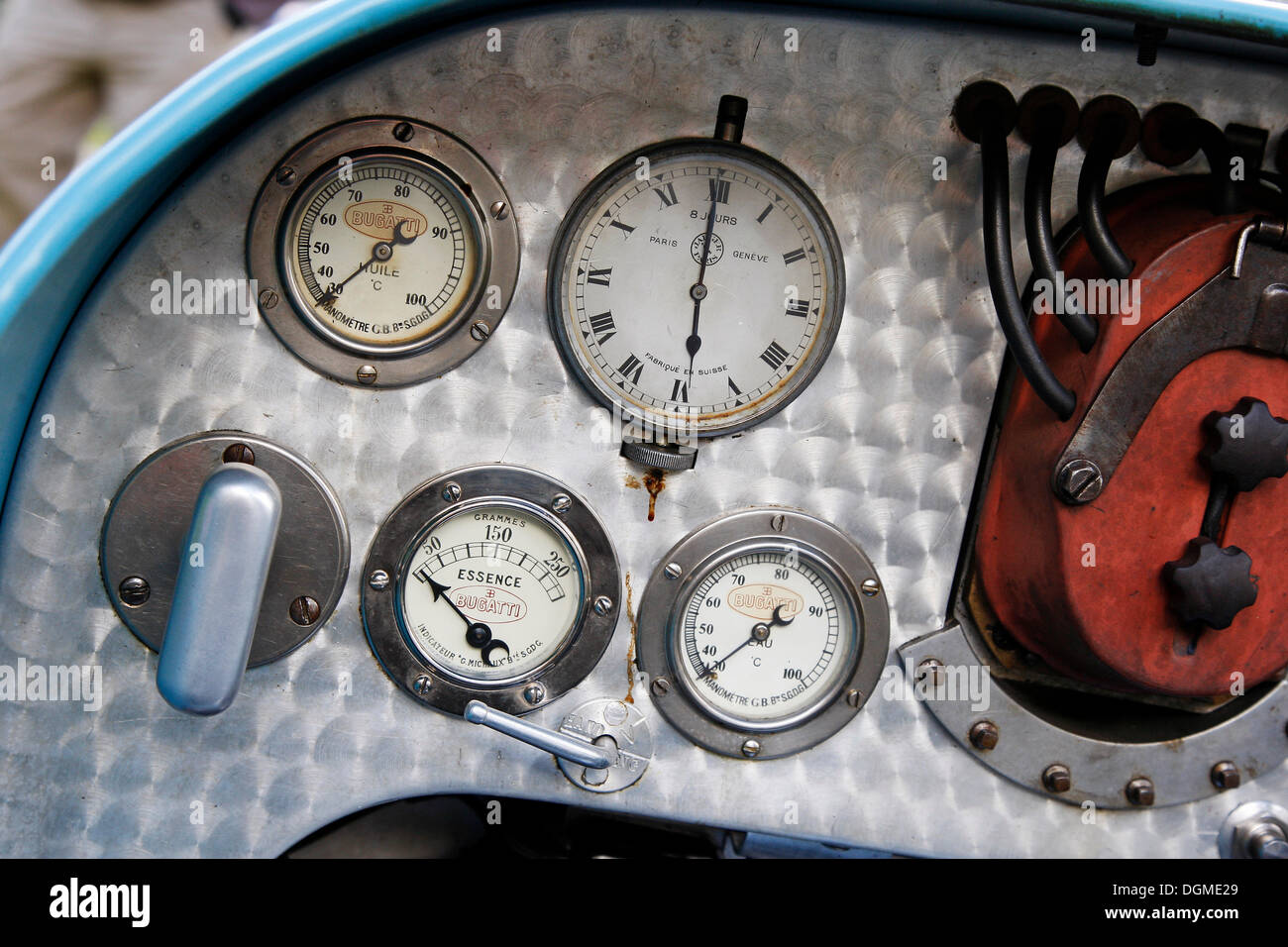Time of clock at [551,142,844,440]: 5:59
